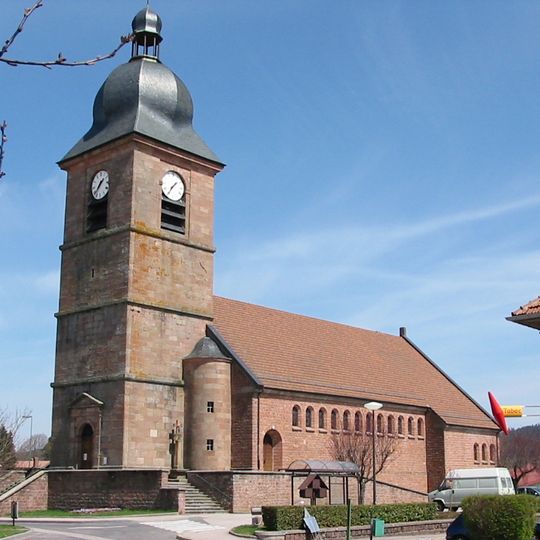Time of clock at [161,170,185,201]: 1:35
